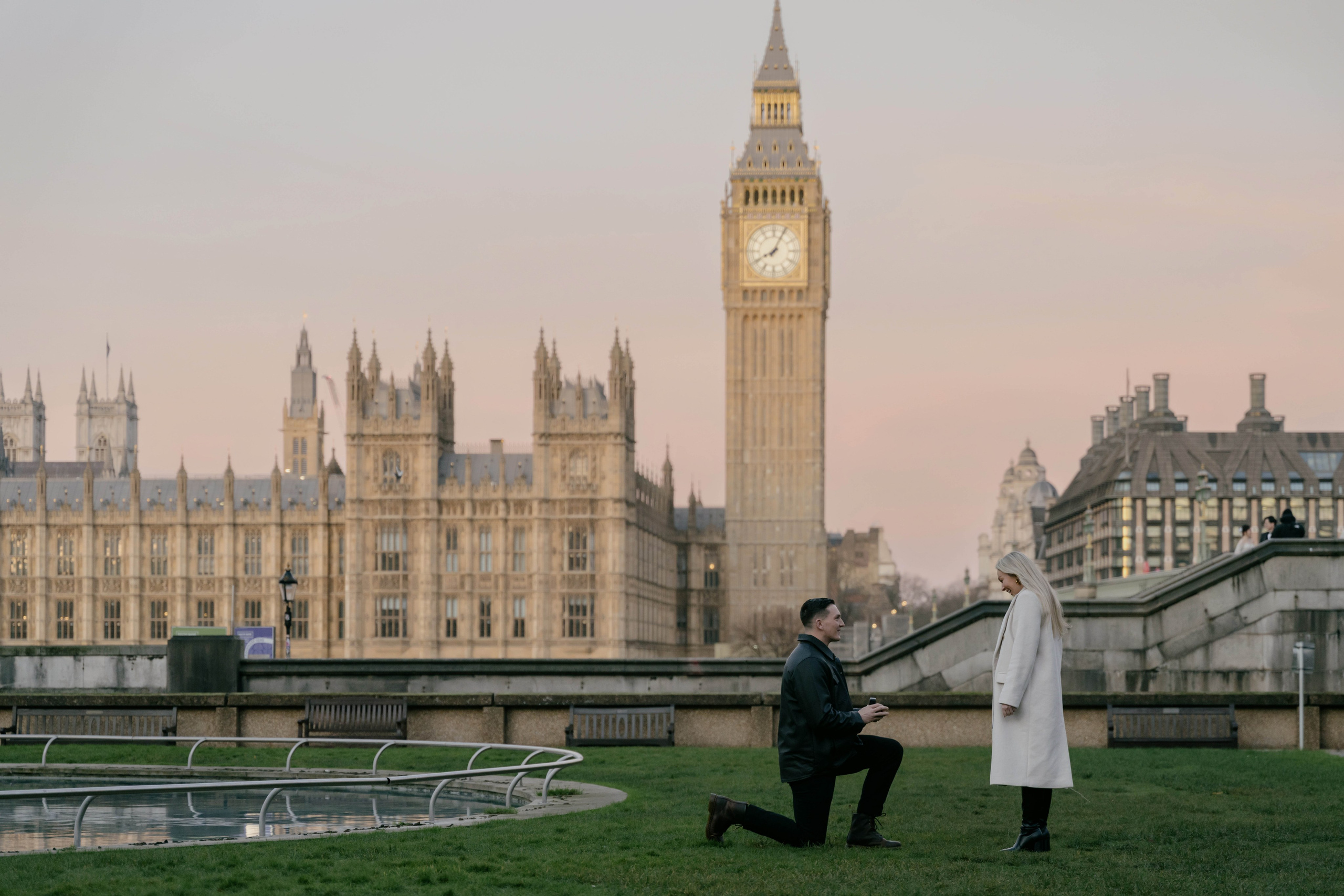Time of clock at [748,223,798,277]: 8:04
